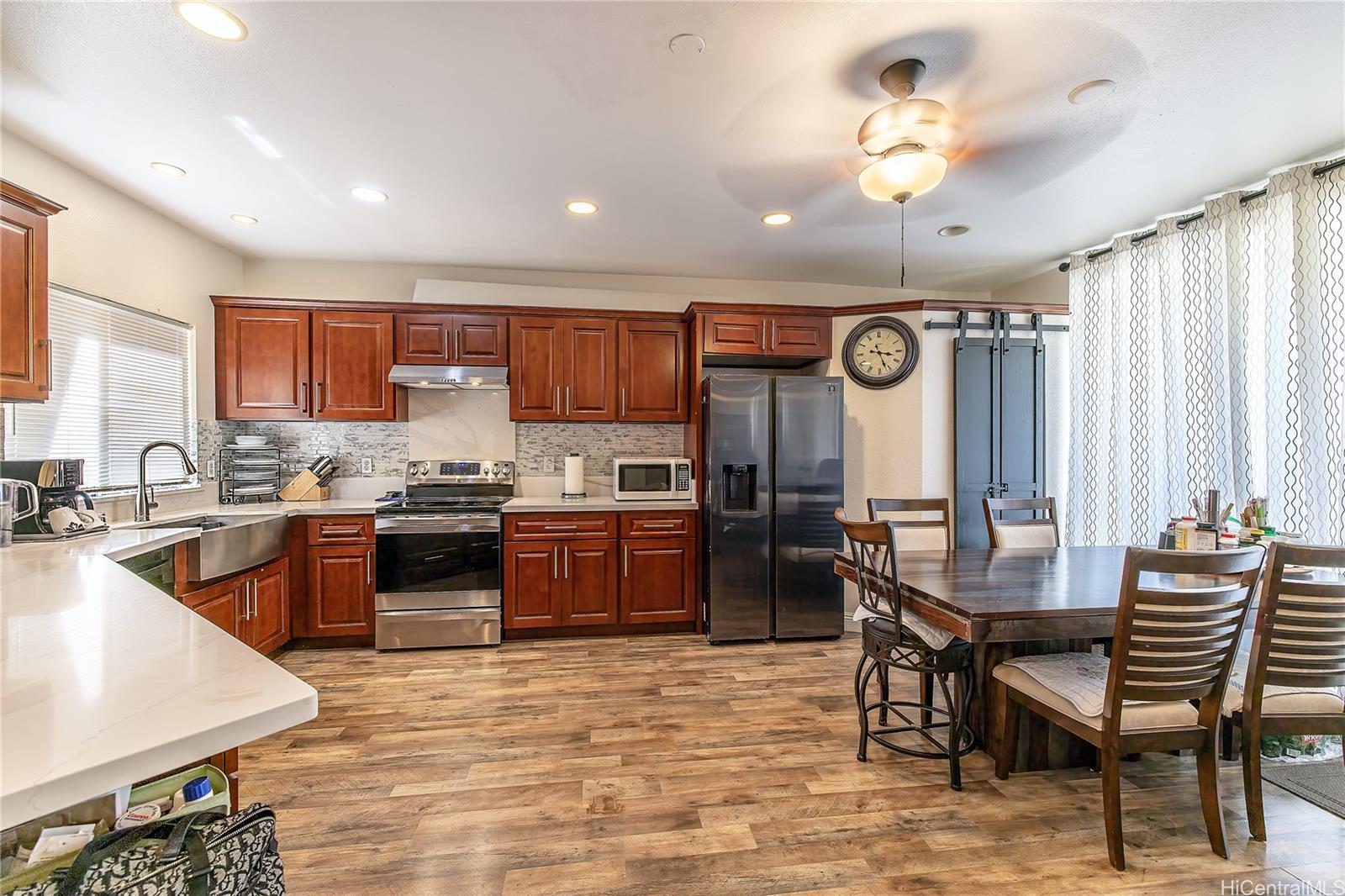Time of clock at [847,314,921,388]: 3:26
